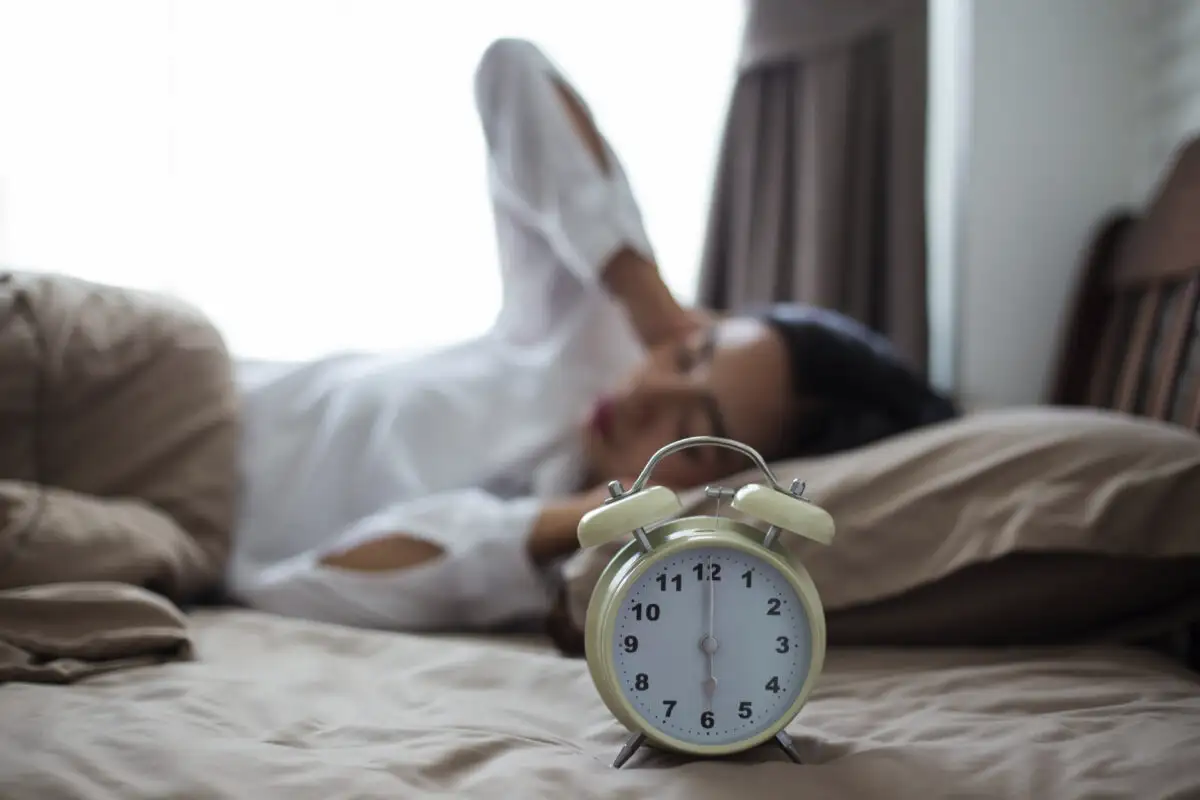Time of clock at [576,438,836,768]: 6:00
